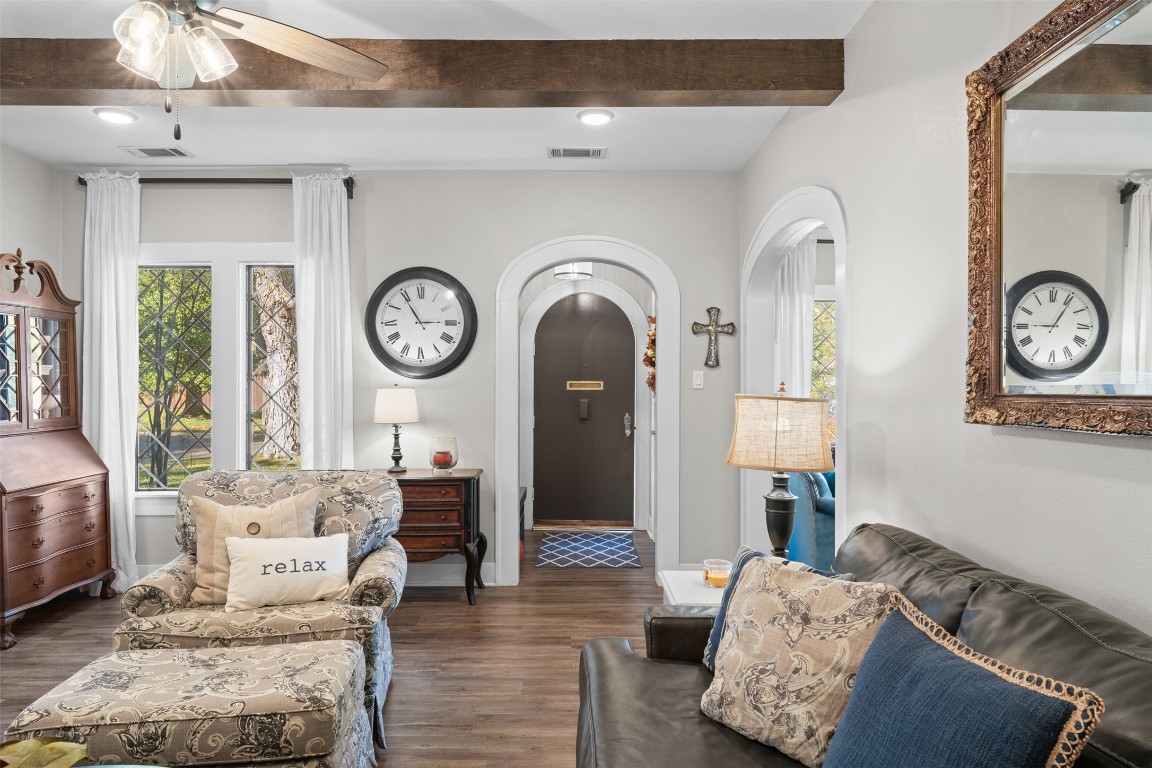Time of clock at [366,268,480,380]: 2:54
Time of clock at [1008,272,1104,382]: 9:05
